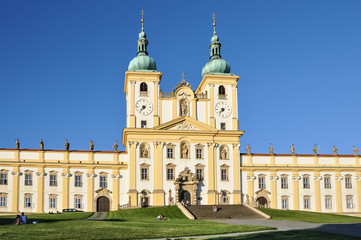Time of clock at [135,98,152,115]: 7:37
